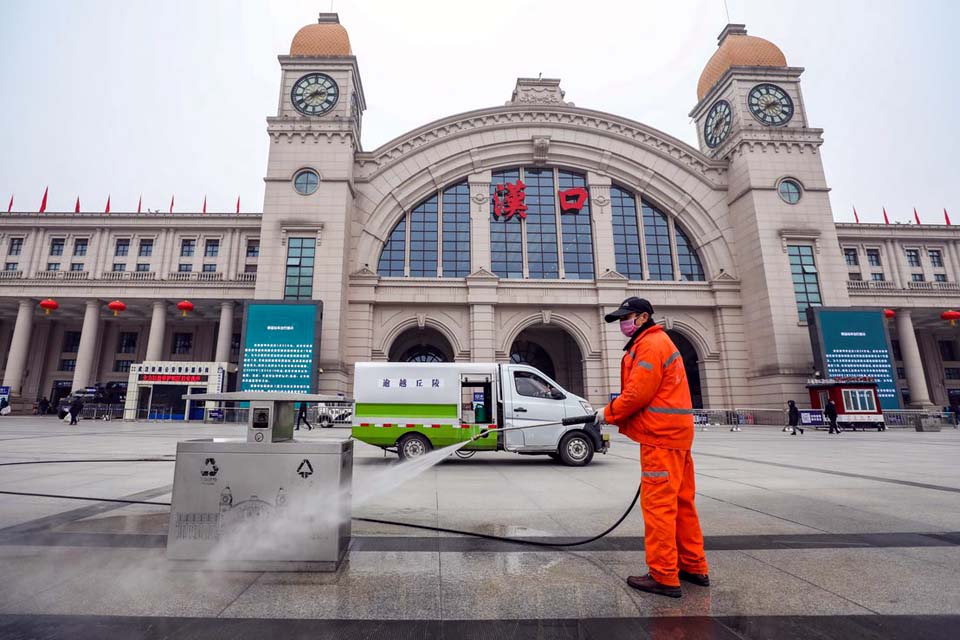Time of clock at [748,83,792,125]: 2:39
